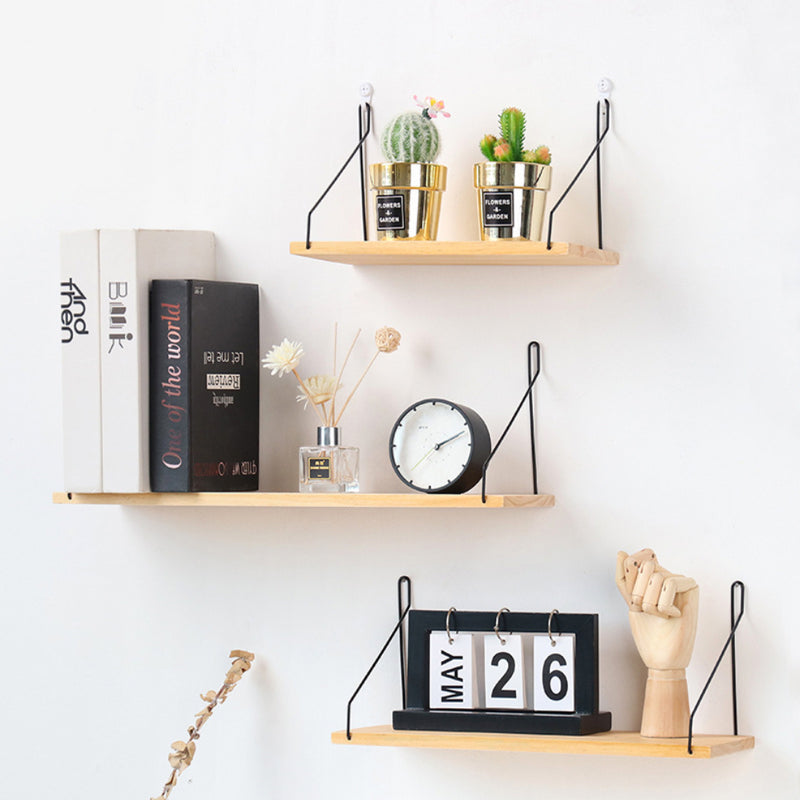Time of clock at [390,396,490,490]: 2:11
